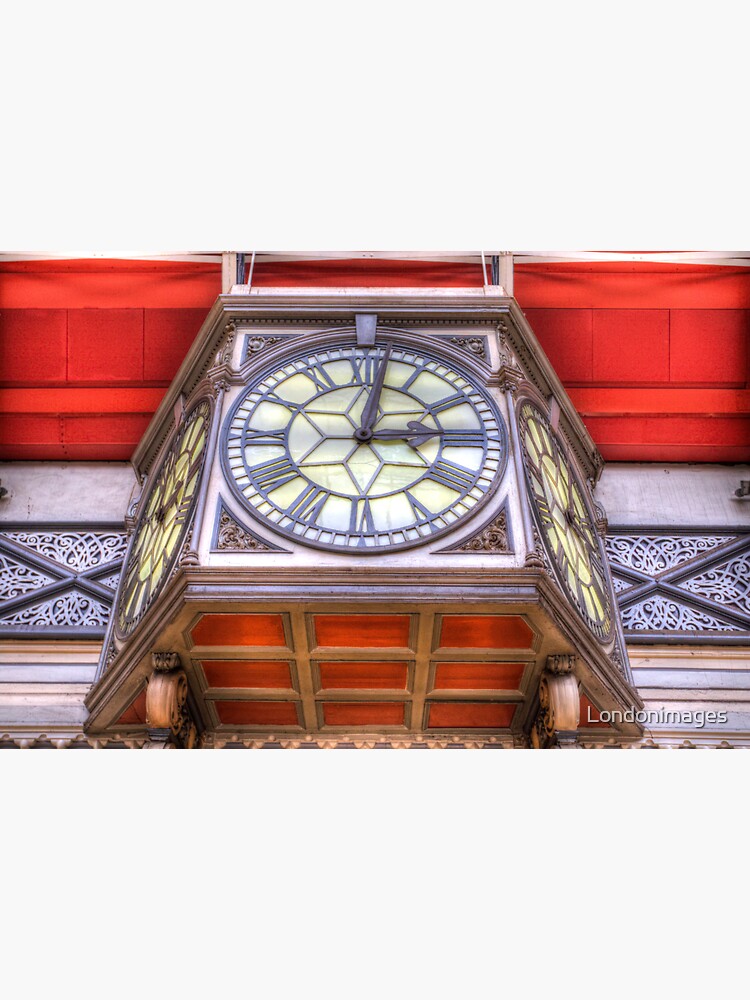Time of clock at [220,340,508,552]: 3:01
